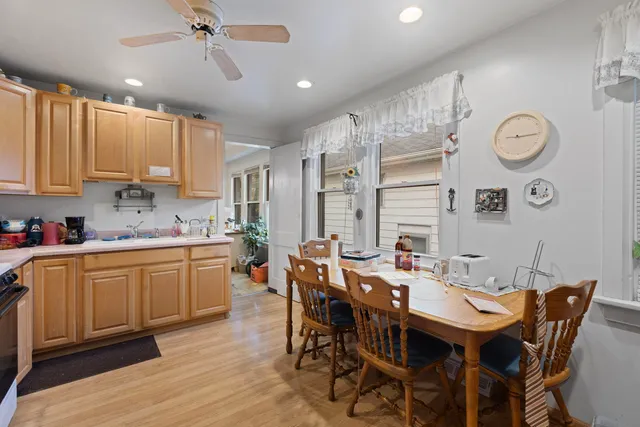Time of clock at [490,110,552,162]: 9:15
